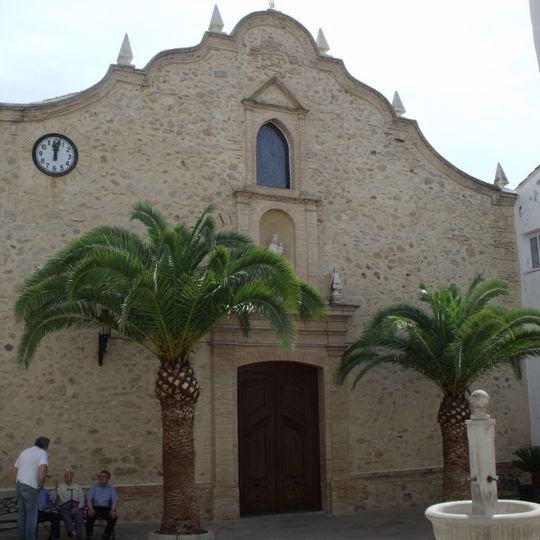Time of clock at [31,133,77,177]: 12:02
